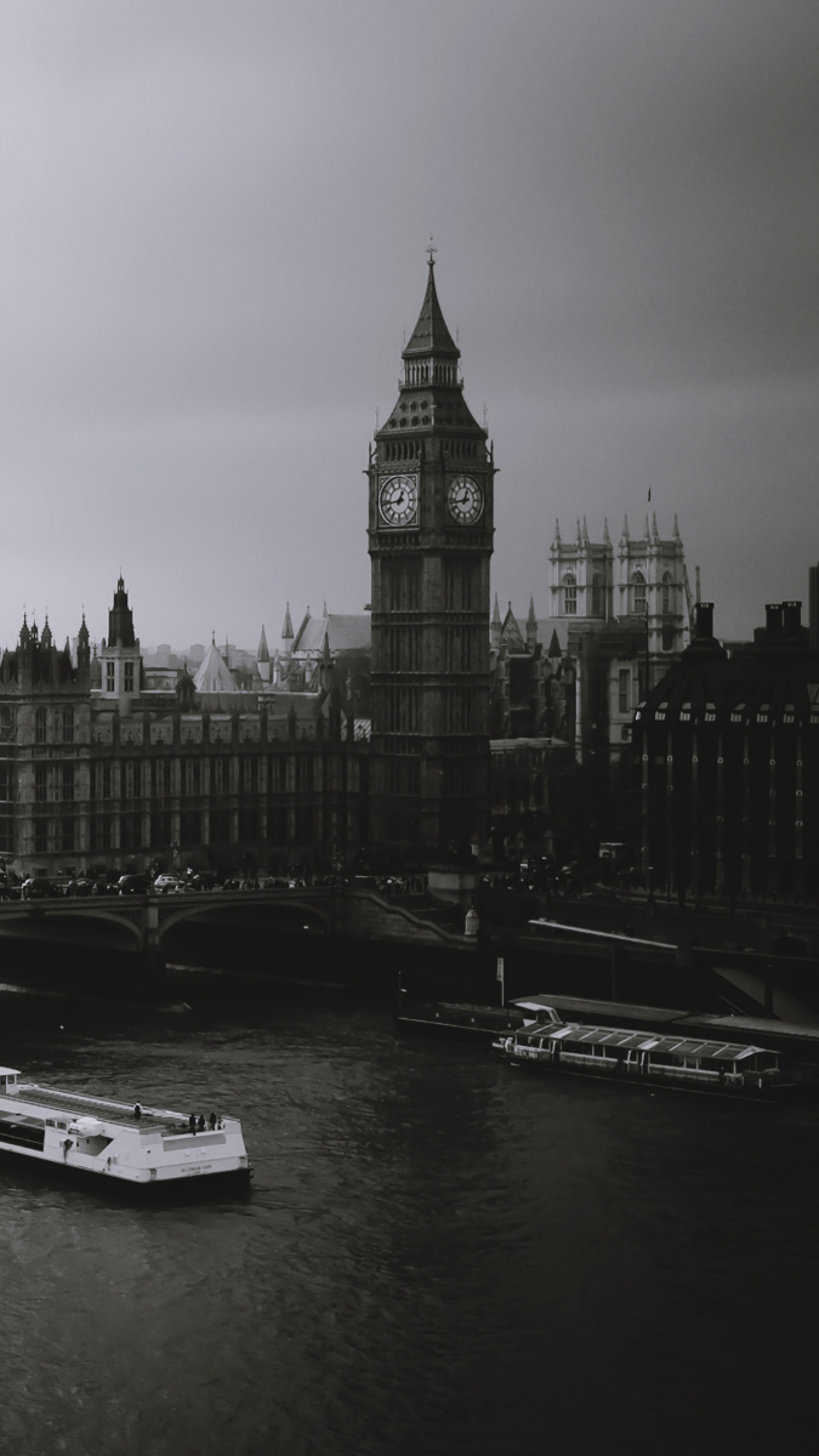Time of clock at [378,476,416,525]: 12:43
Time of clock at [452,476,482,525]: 12:43
